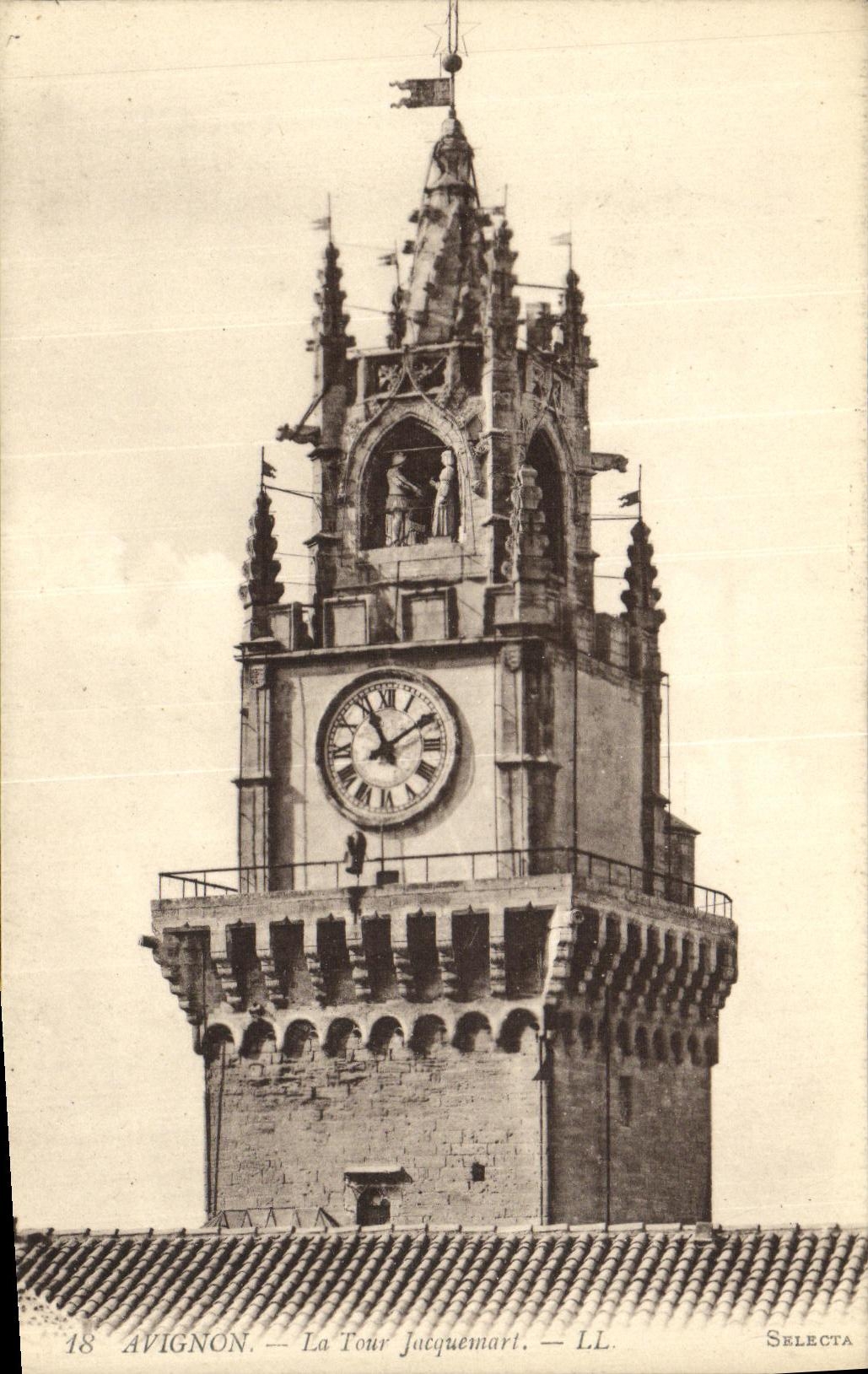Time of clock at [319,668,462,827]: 11:09
